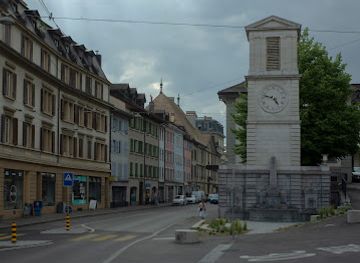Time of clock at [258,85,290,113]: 4:47
